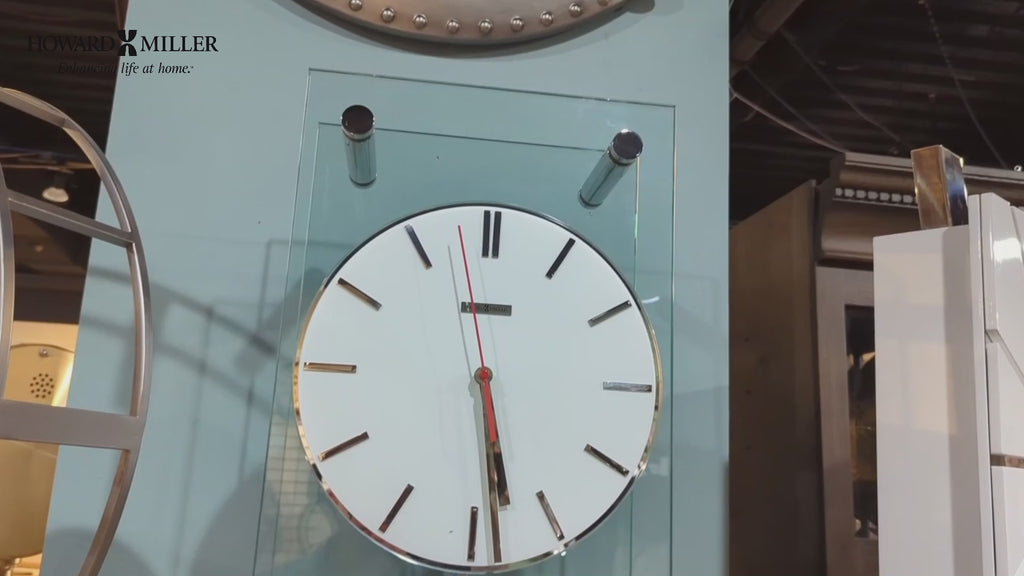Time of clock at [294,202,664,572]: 5:28
